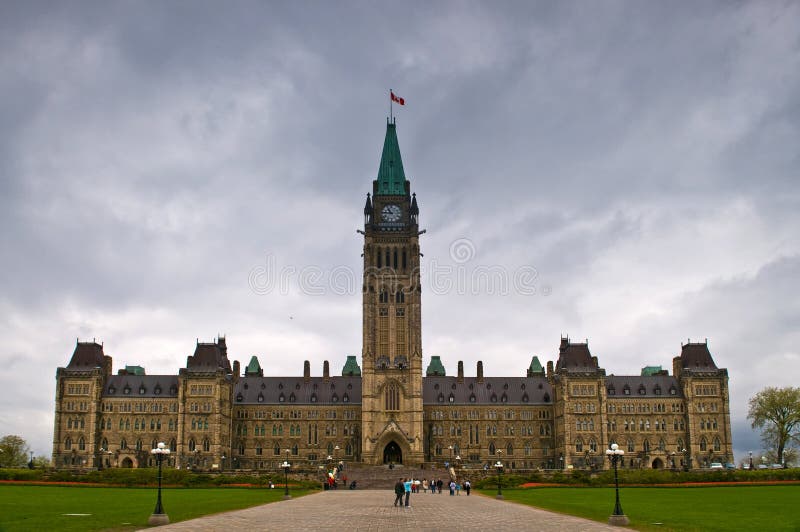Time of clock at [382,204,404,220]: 10:45
